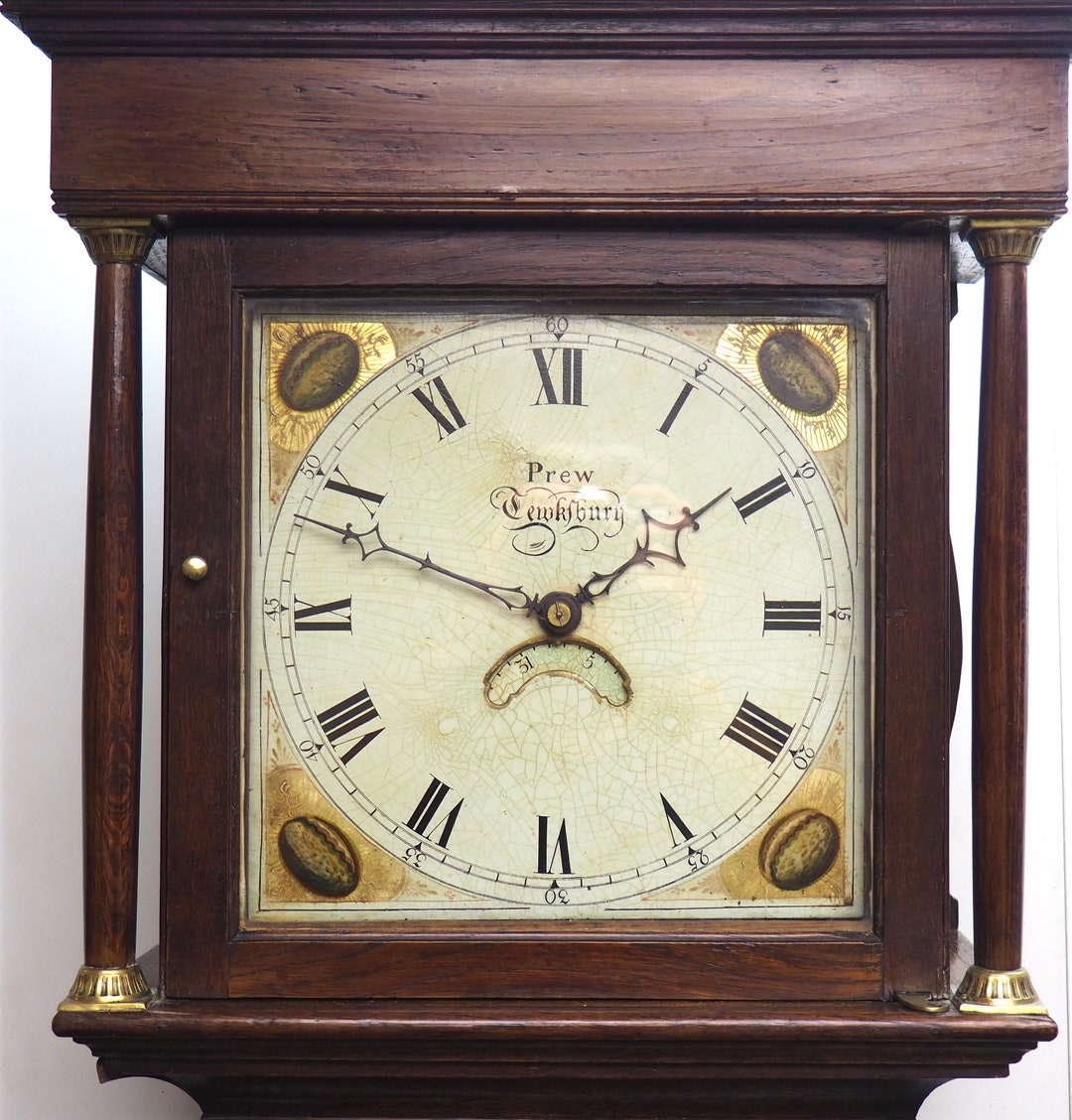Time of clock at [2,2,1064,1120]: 1:48
